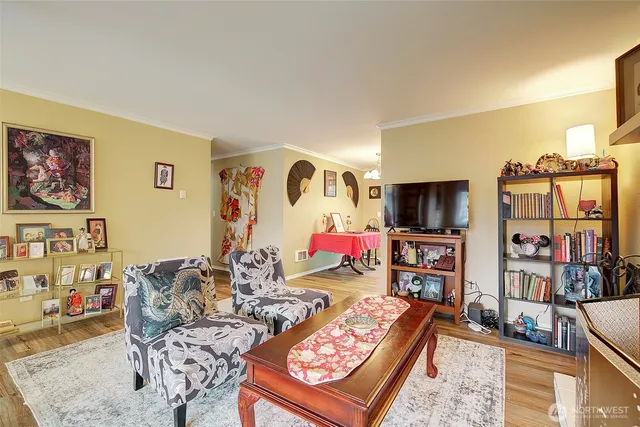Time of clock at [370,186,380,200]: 12:23
